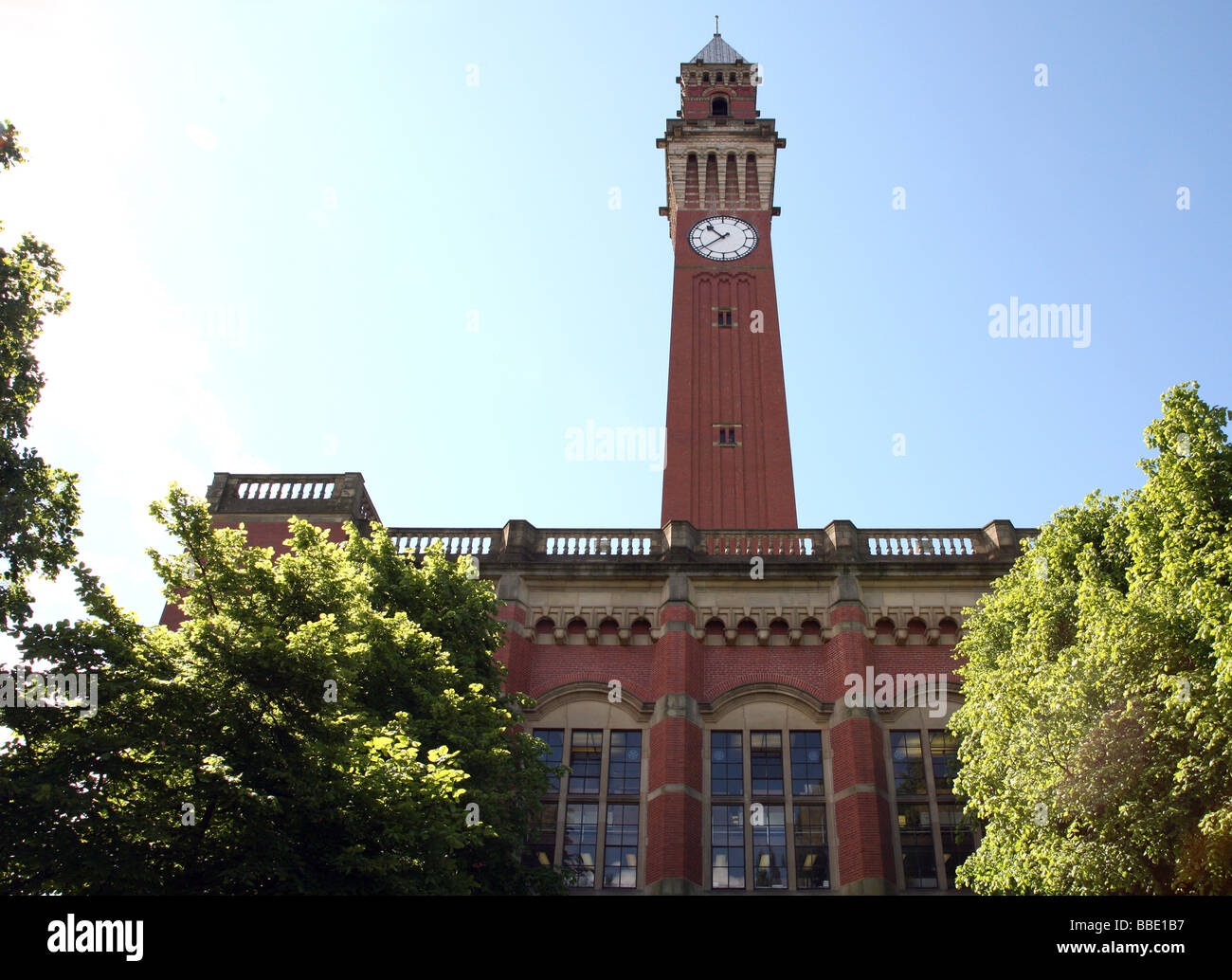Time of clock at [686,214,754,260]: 10:38
